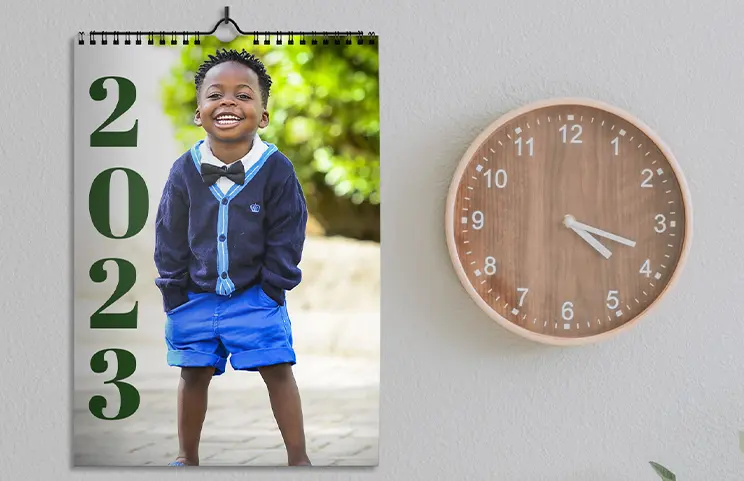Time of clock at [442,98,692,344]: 4:18
